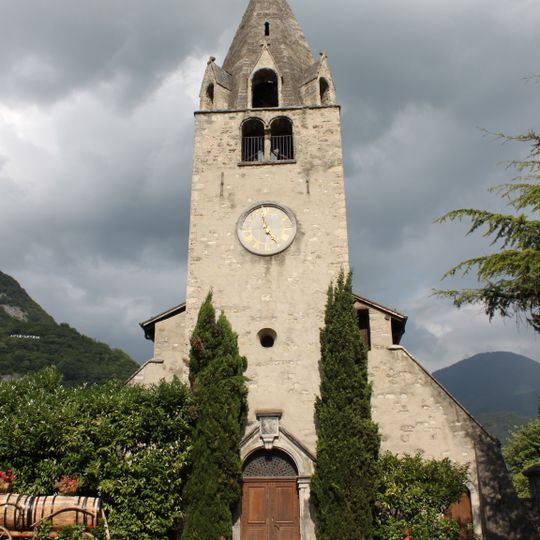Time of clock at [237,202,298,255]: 4:57
